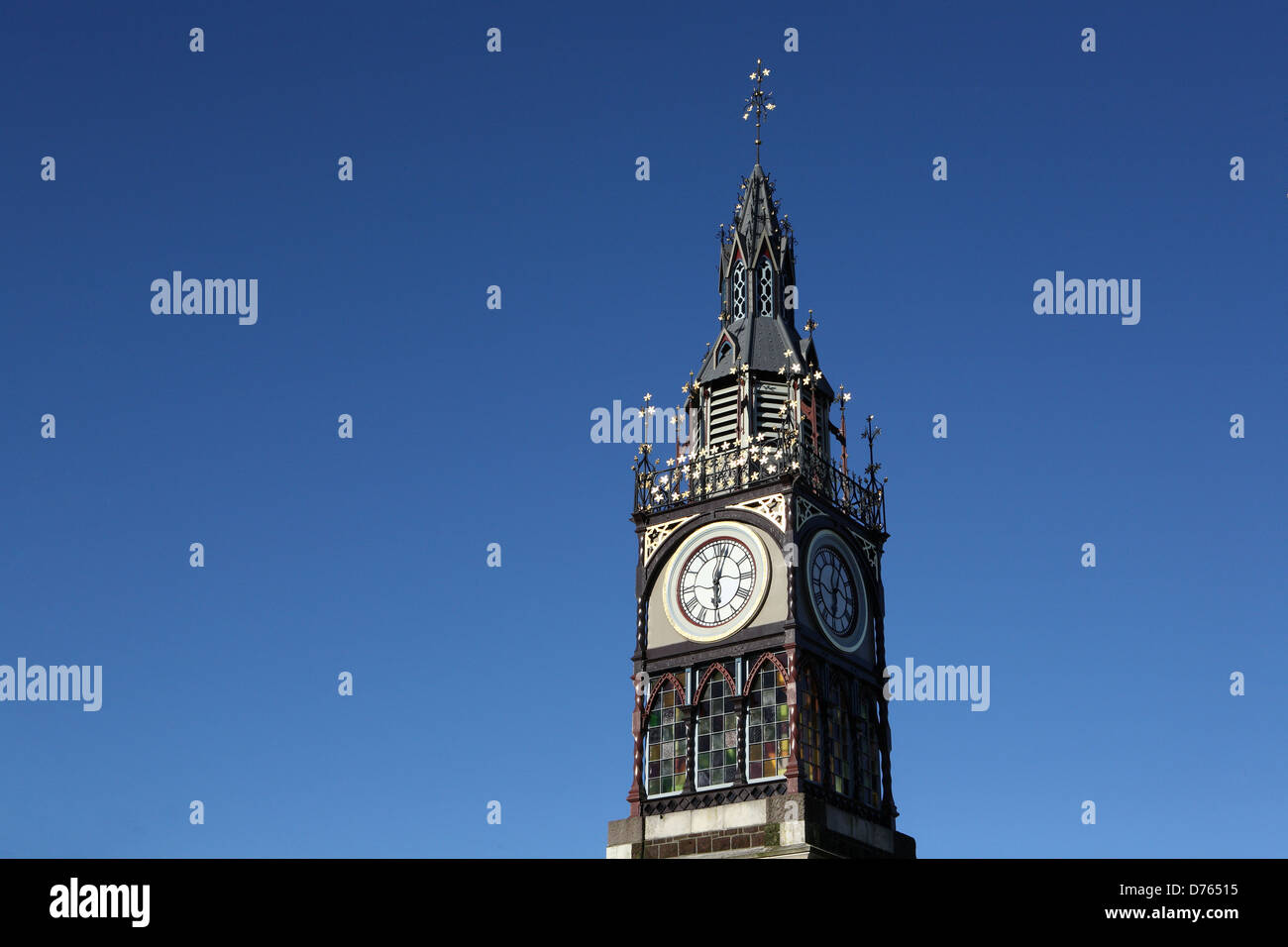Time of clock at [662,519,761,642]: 6:03
